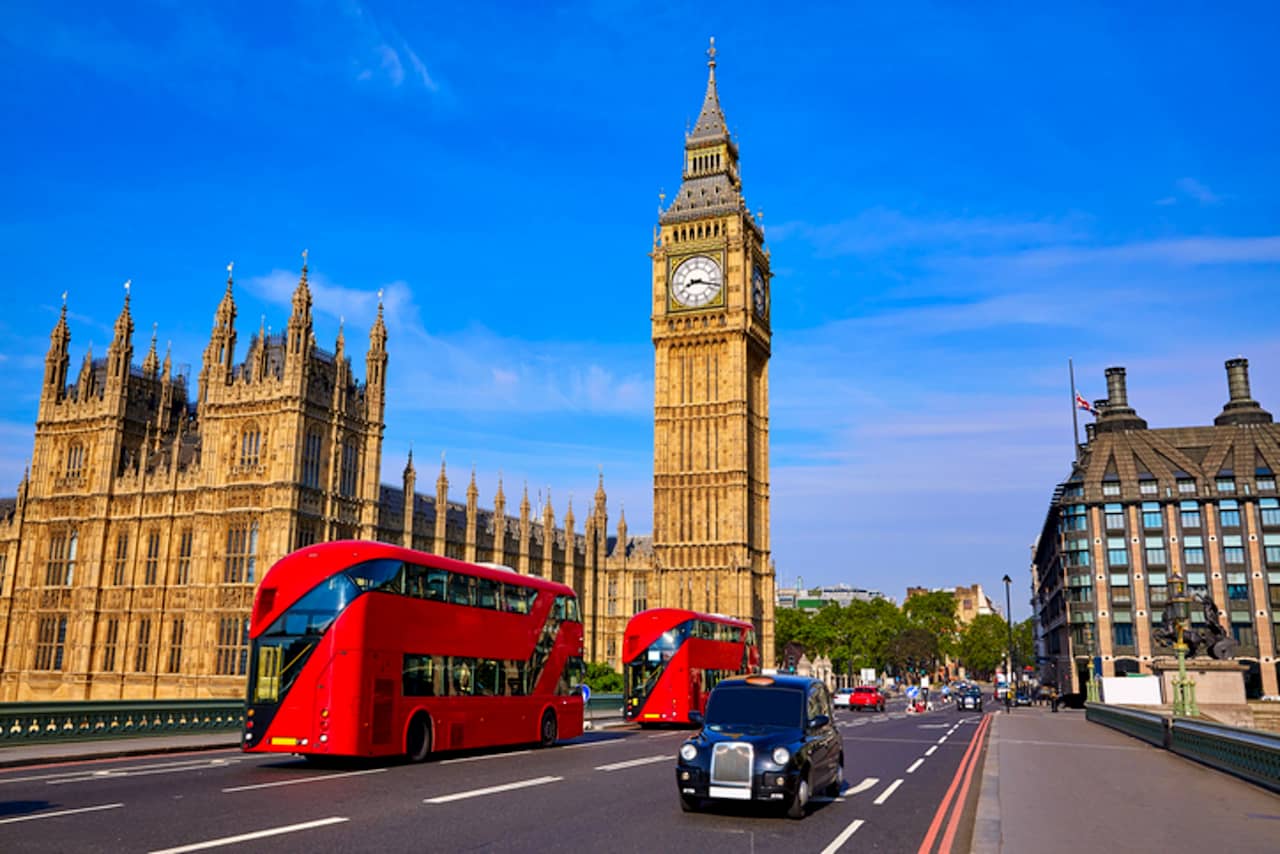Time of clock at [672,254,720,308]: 8:17
